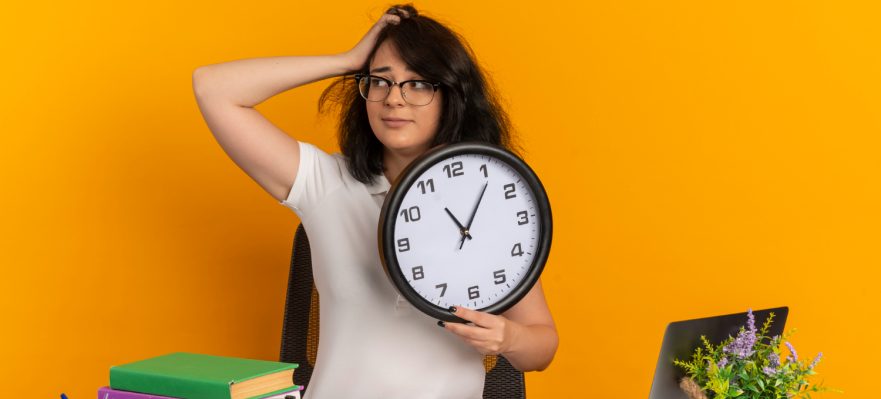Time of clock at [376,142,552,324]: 11:05
